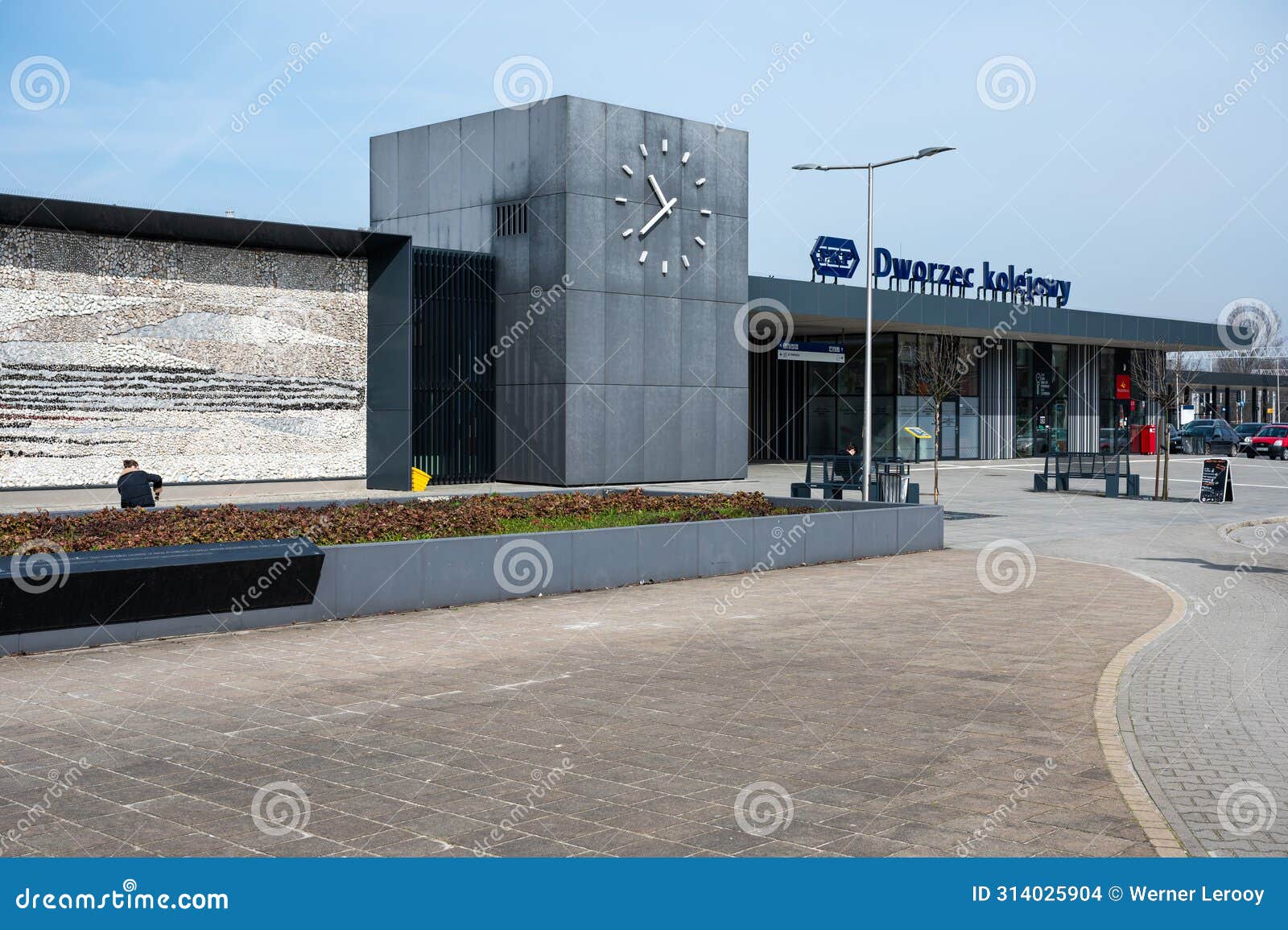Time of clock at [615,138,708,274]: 10:38
